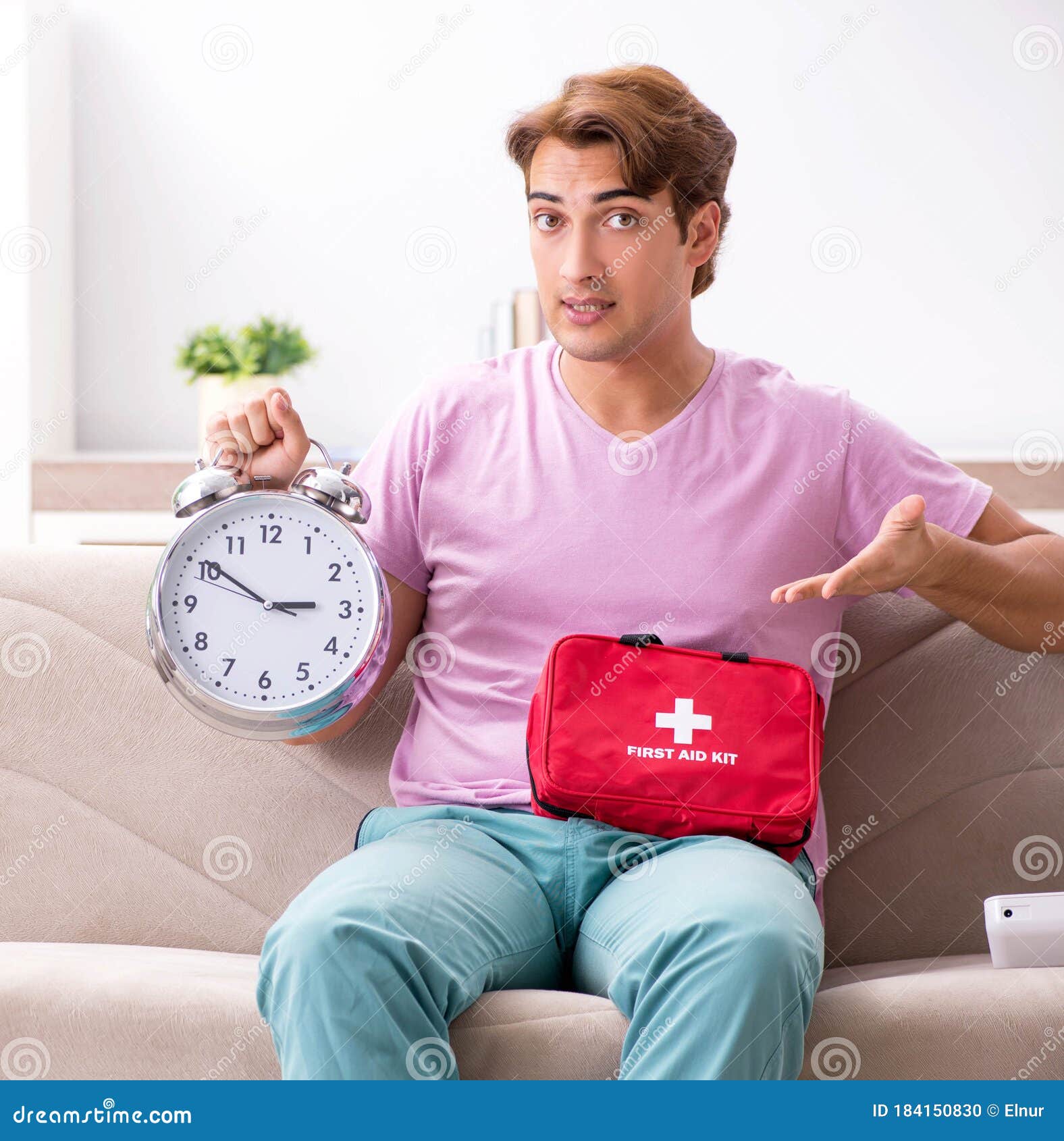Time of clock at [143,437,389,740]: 2:50
